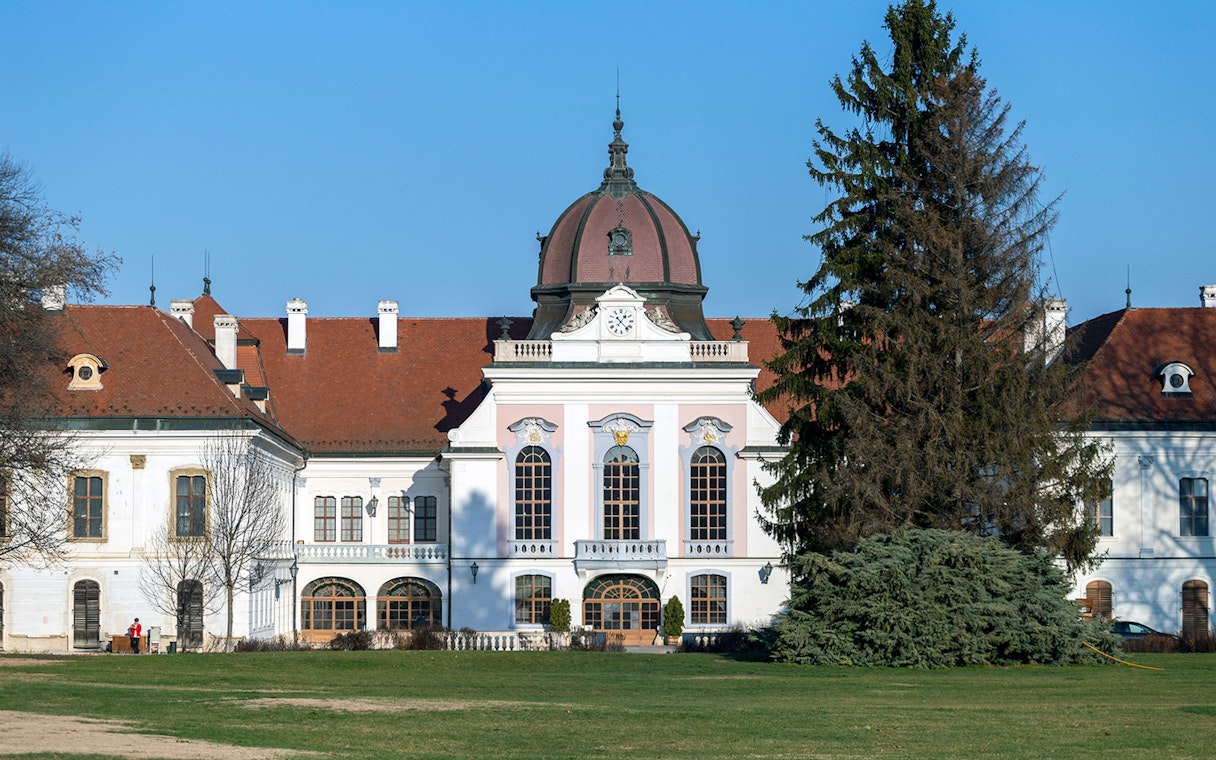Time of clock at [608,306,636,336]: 1:22
